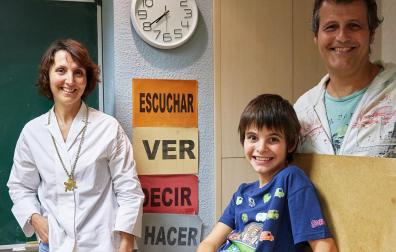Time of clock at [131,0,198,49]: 7:39
